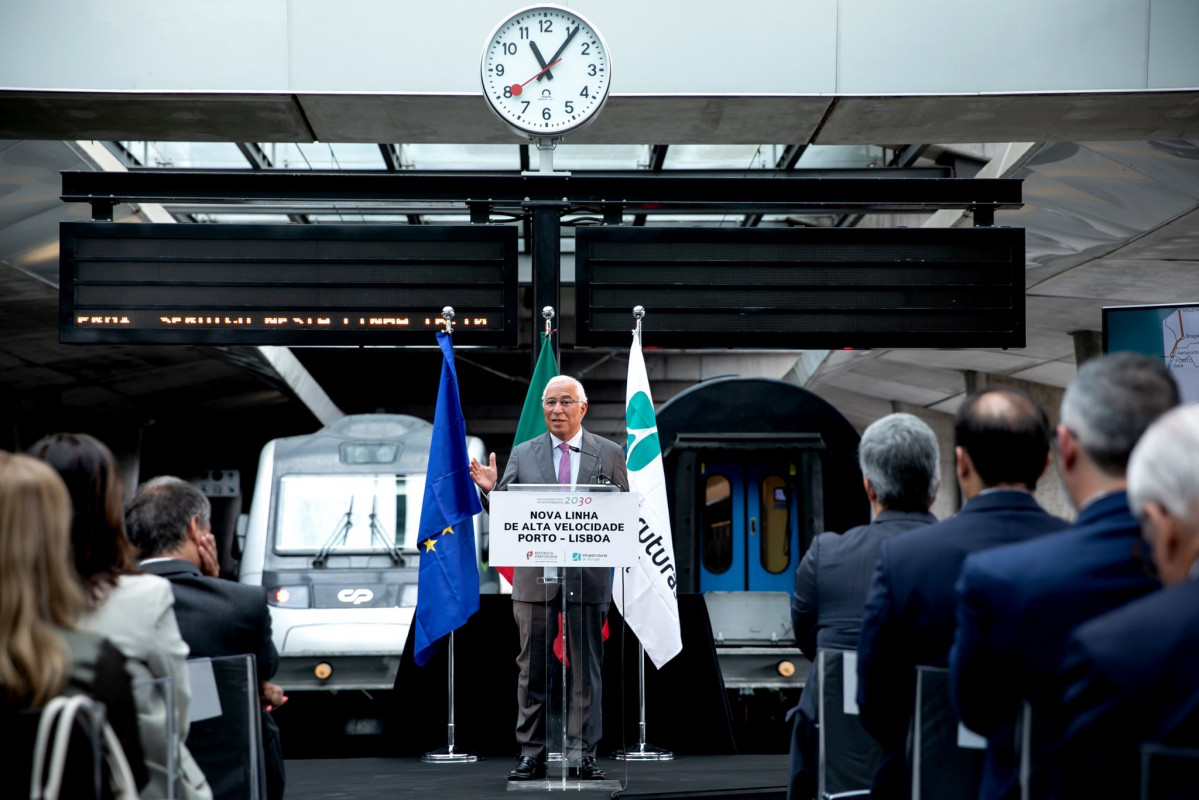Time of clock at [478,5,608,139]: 11:06
